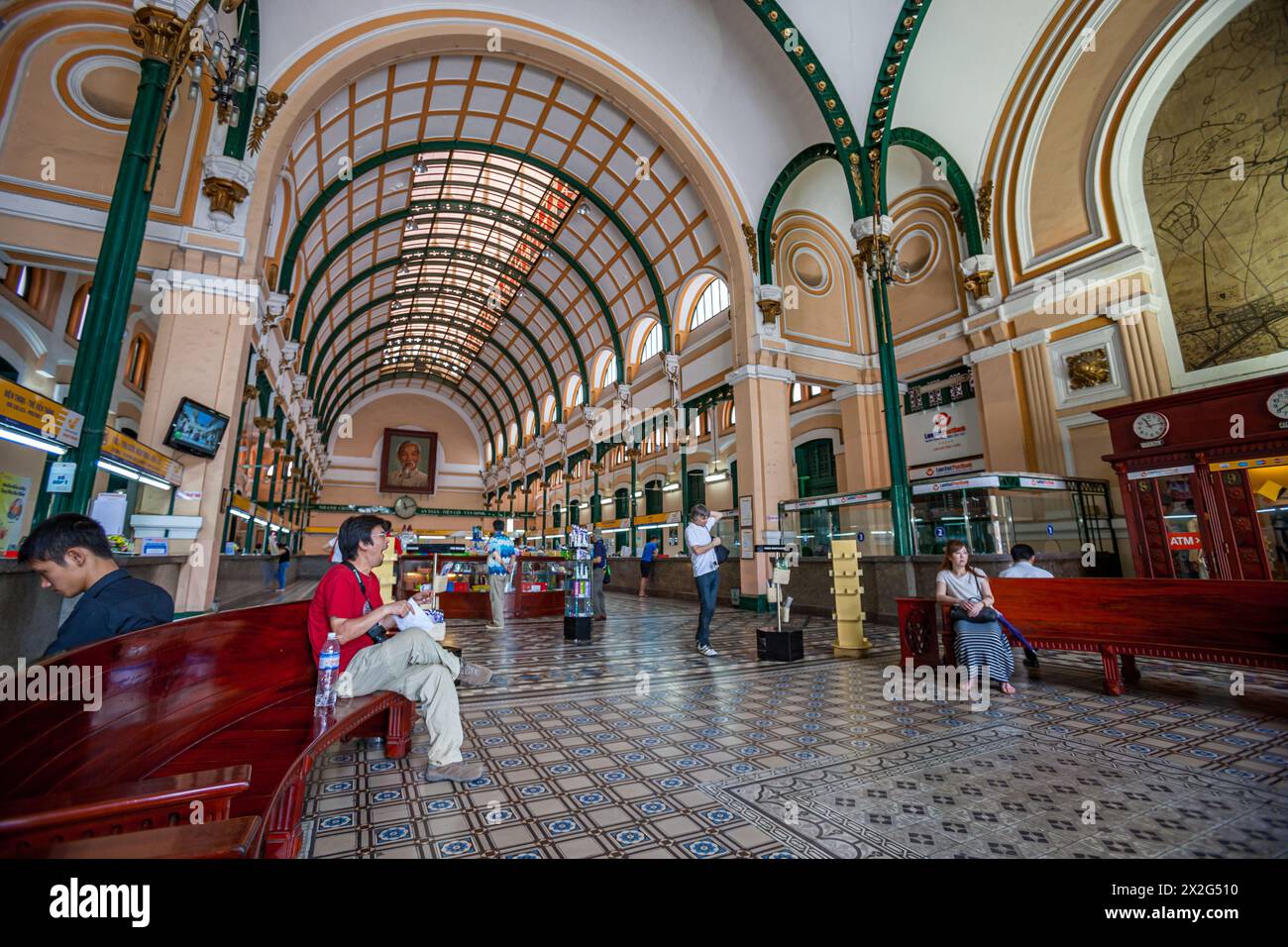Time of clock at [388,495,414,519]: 11:12
